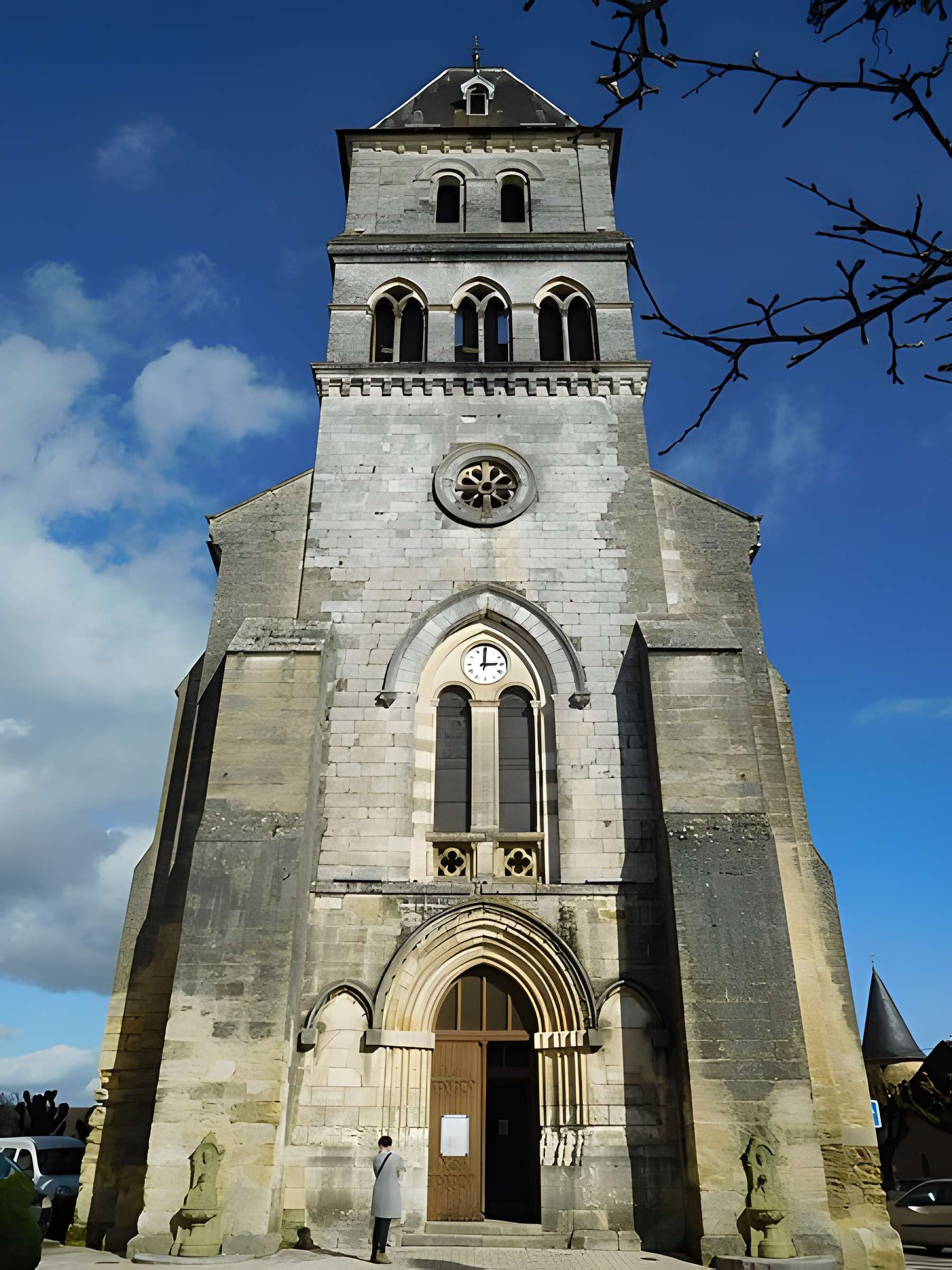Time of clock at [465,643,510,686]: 3:00
